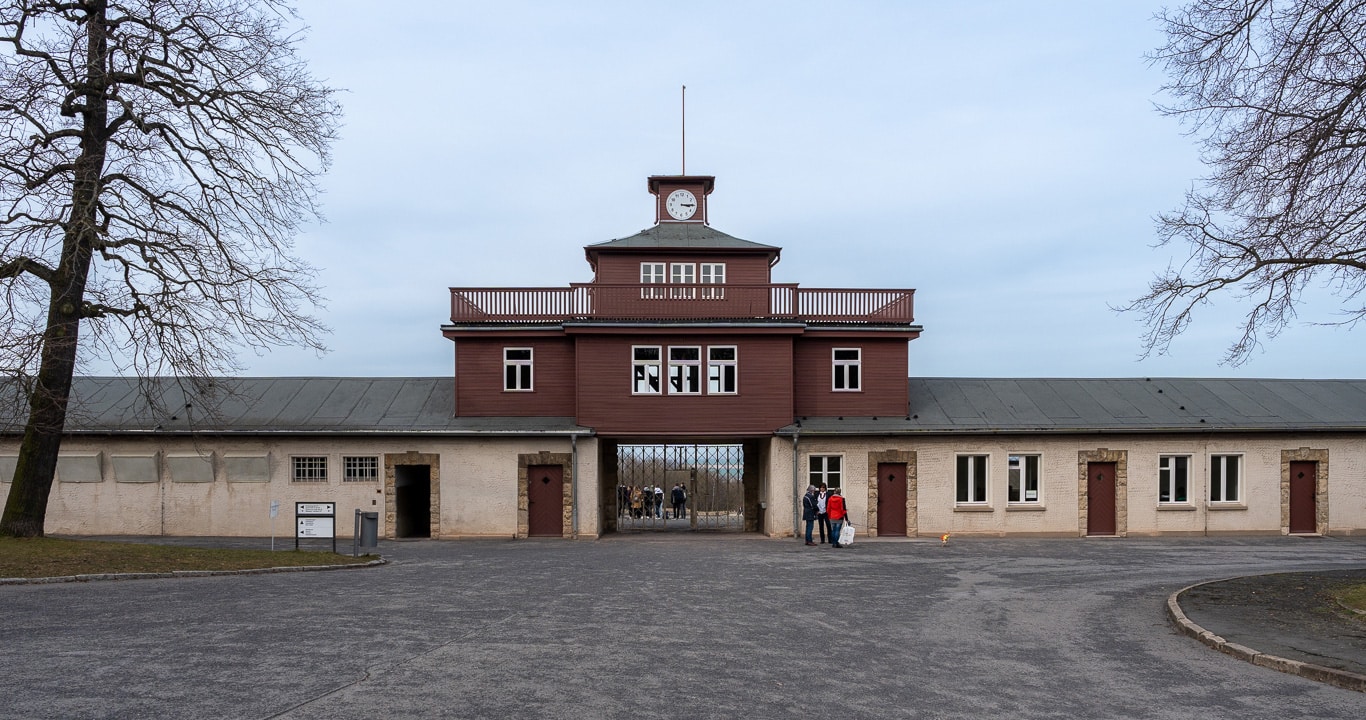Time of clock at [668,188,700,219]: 3:14
